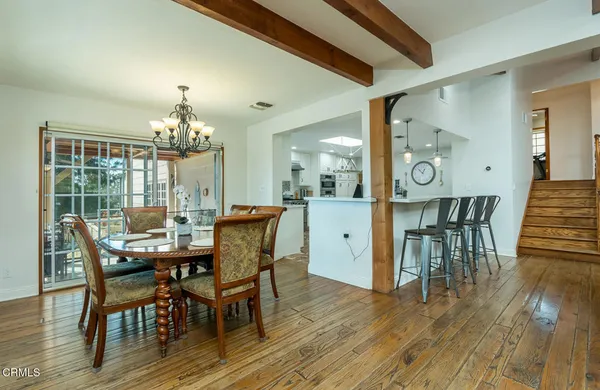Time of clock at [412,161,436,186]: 12:52
